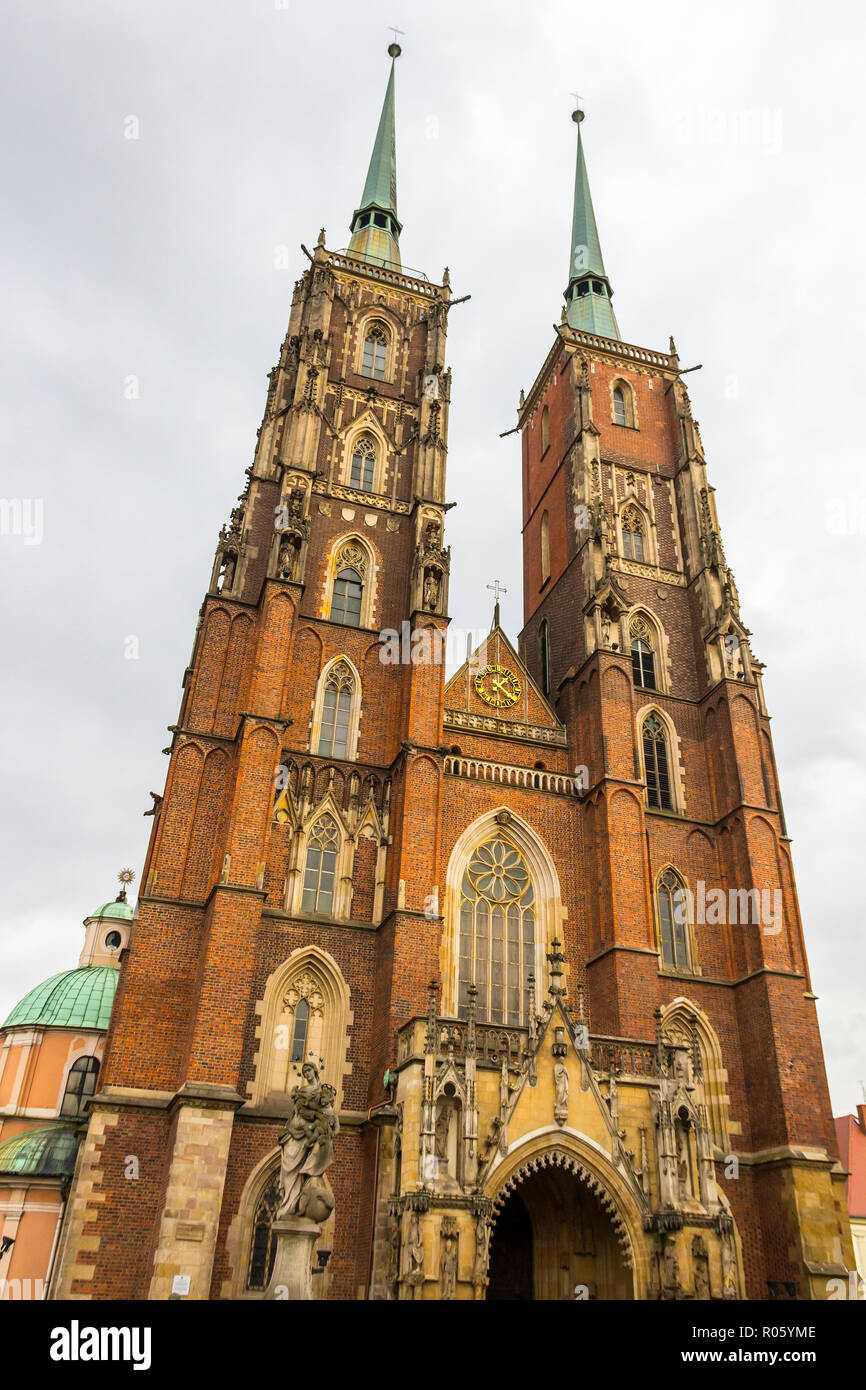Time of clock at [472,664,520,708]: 1:22
